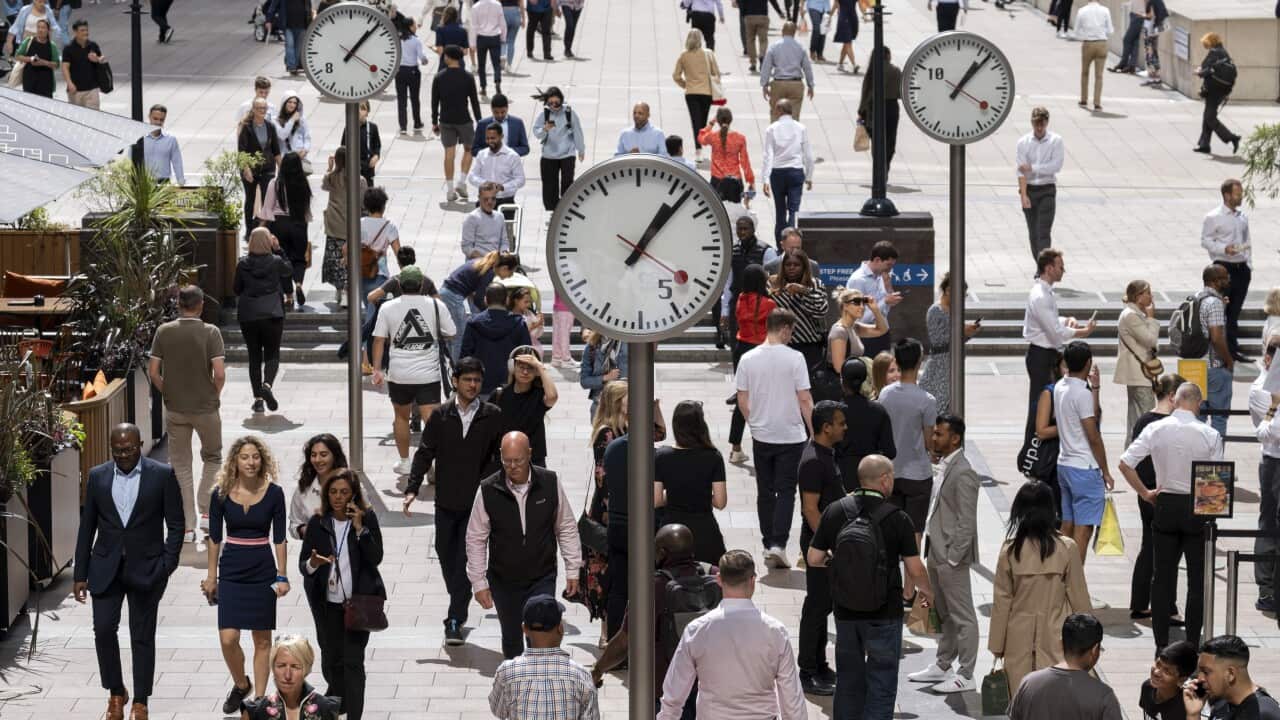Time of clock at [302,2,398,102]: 1:07
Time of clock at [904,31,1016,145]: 1:07
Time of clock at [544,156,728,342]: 1:07
